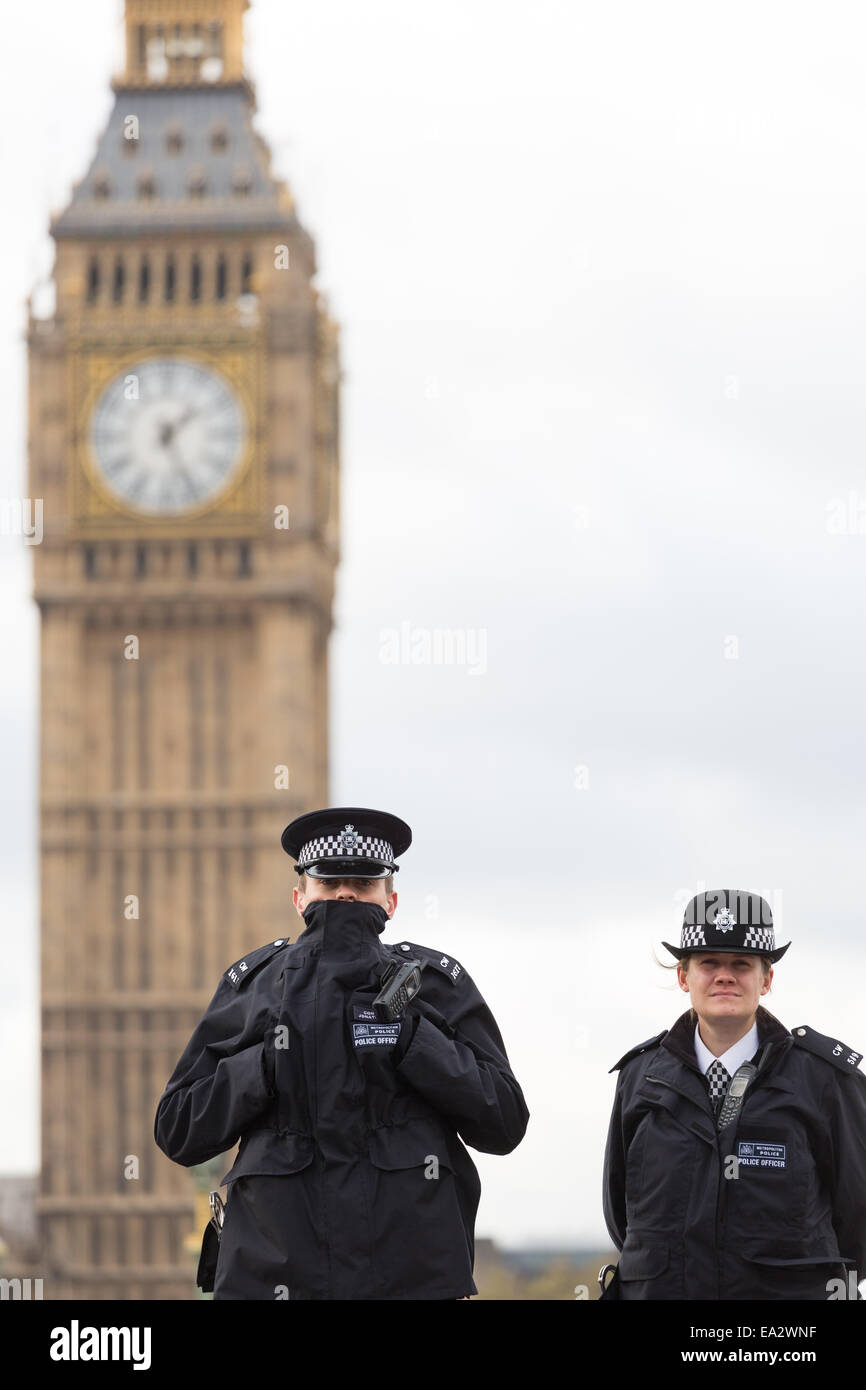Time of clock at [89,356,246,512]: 1:26
